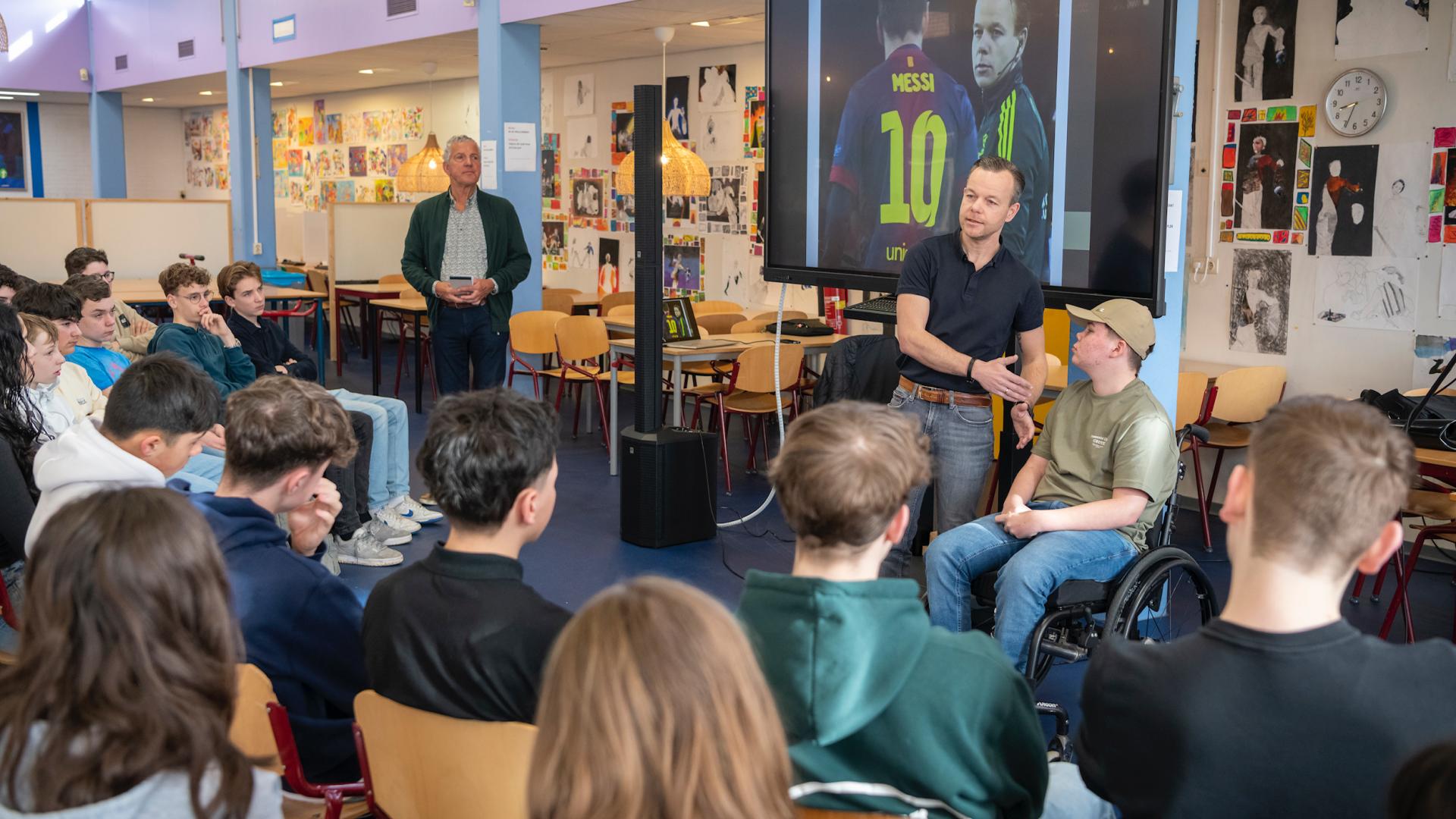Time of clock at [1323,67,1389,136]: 8:34
